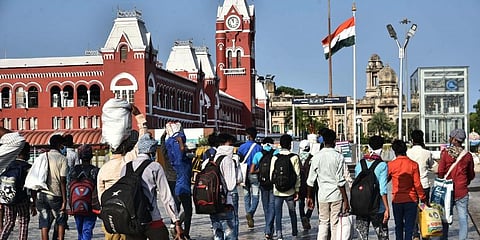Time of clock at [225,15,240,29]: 11:56
